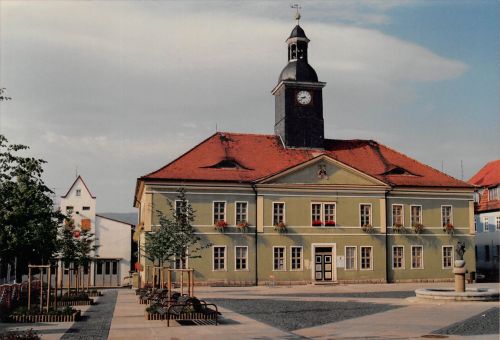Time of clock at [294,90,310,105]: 8:38
